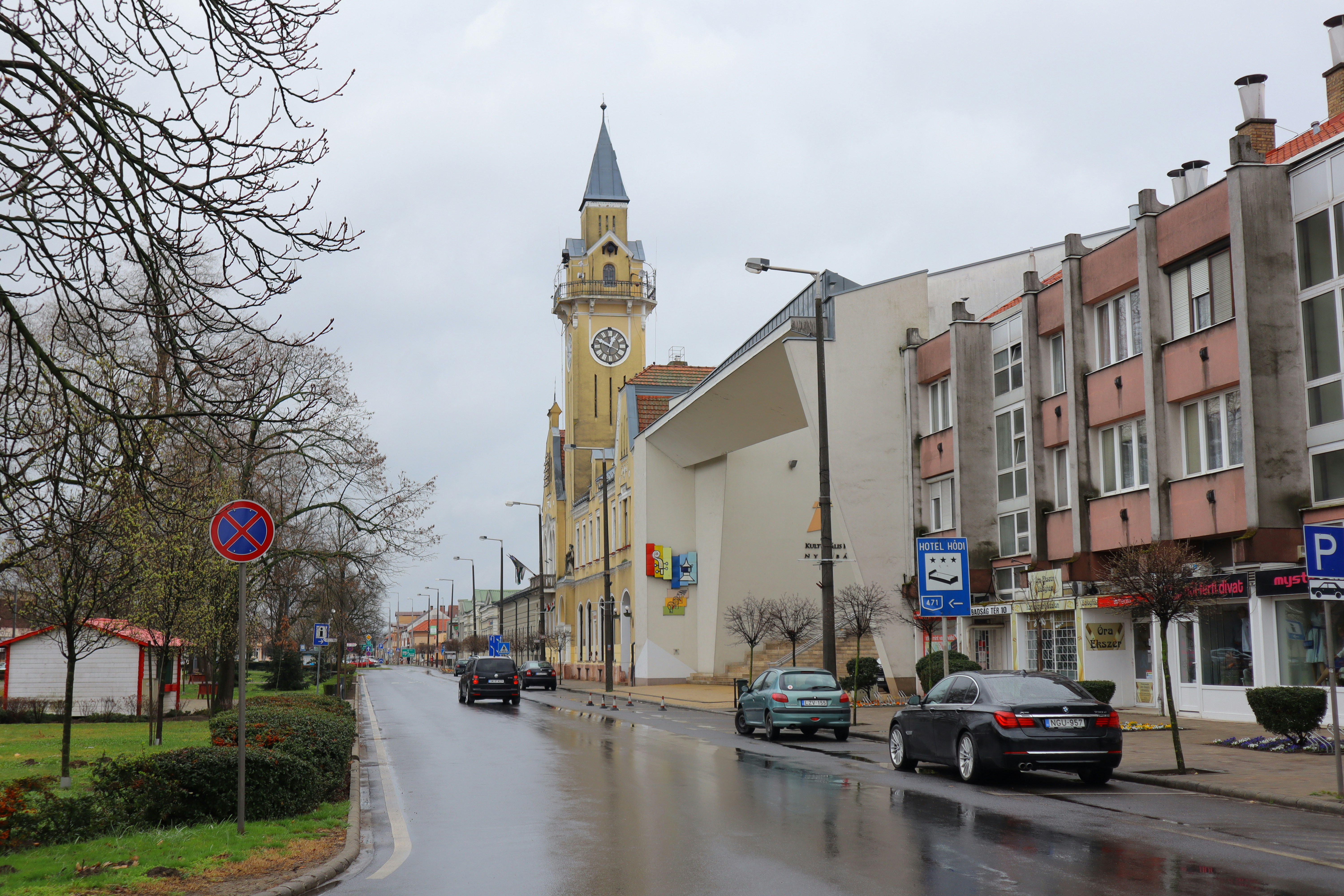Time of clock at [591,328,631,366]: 12:49
